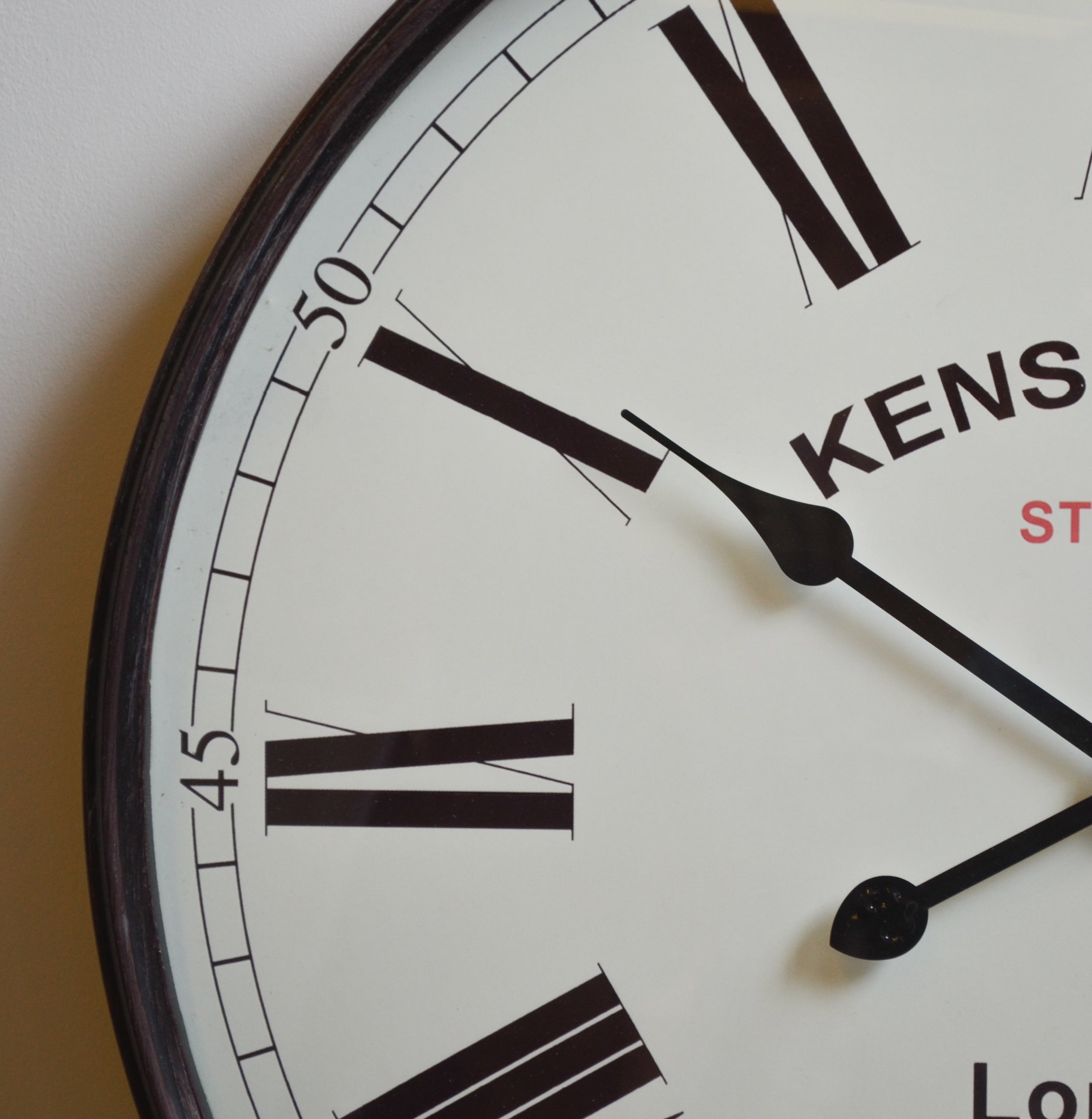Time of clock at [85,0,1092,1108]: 3:49
